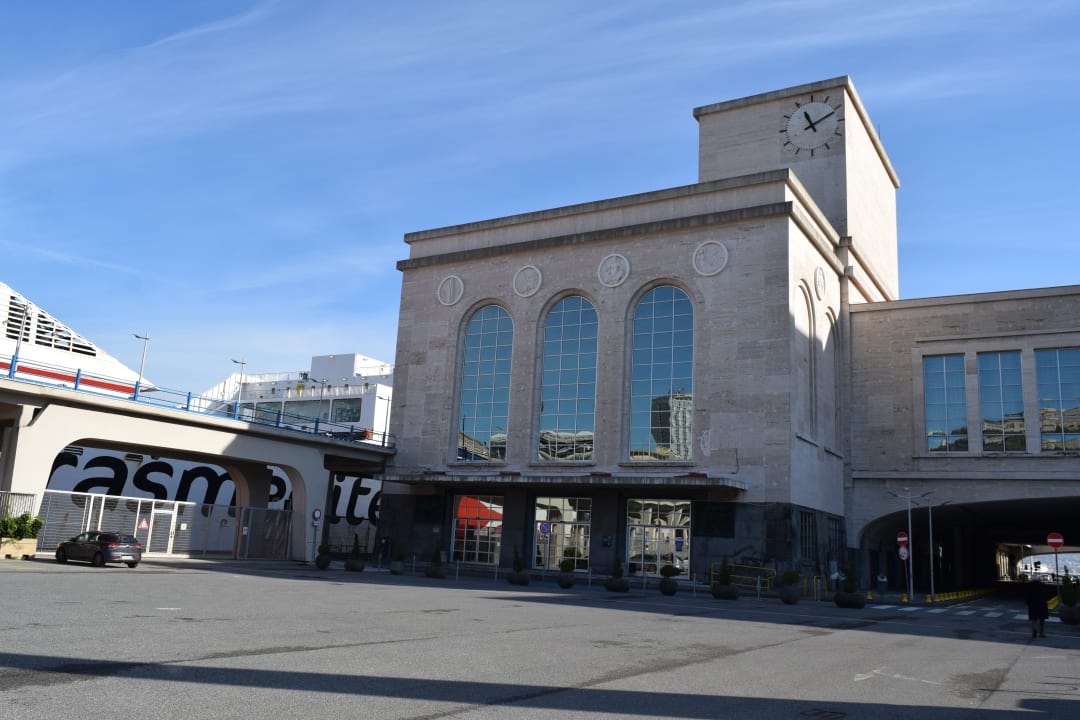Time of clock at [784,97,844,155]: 11:10
